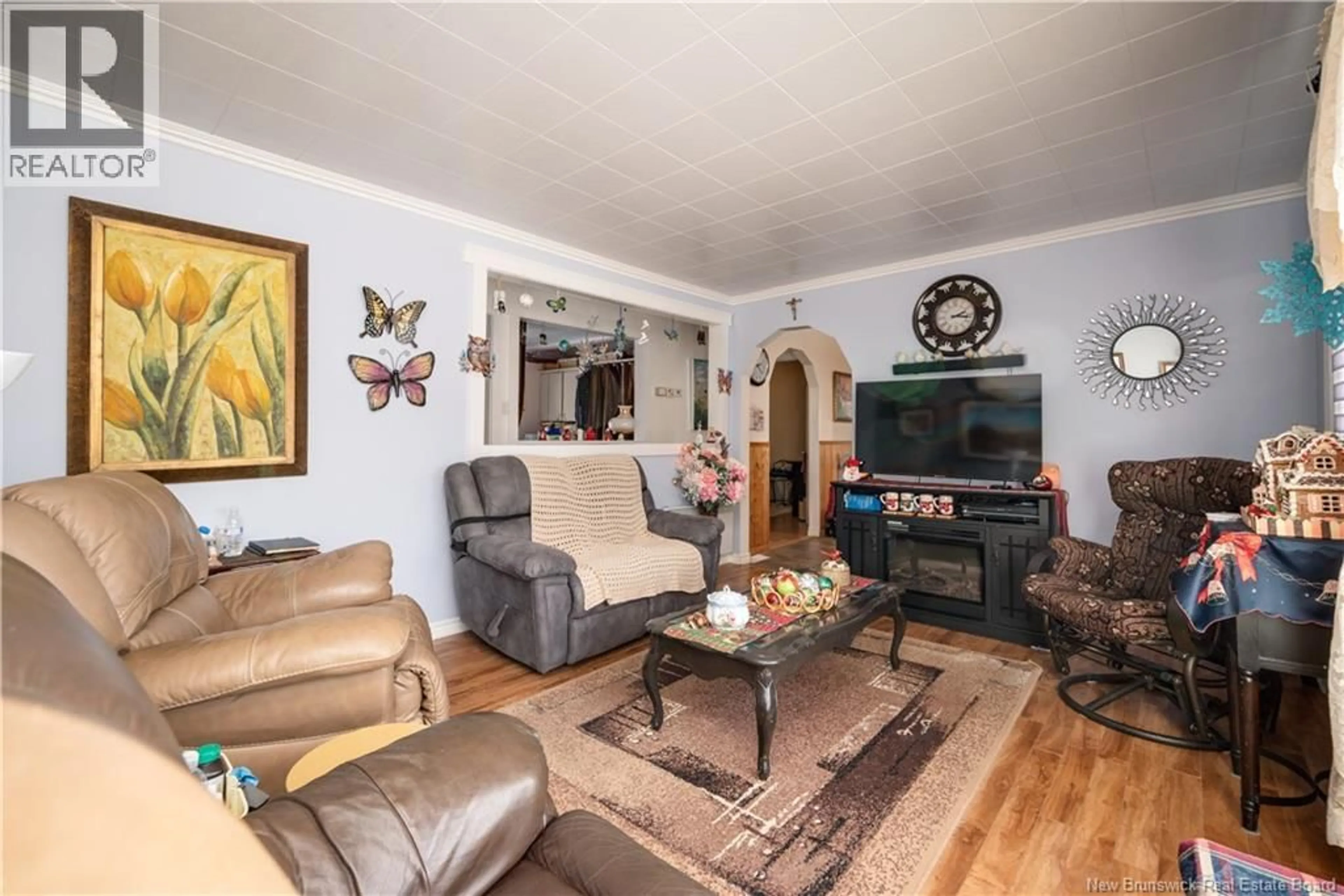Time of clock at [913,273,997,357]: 2:15
